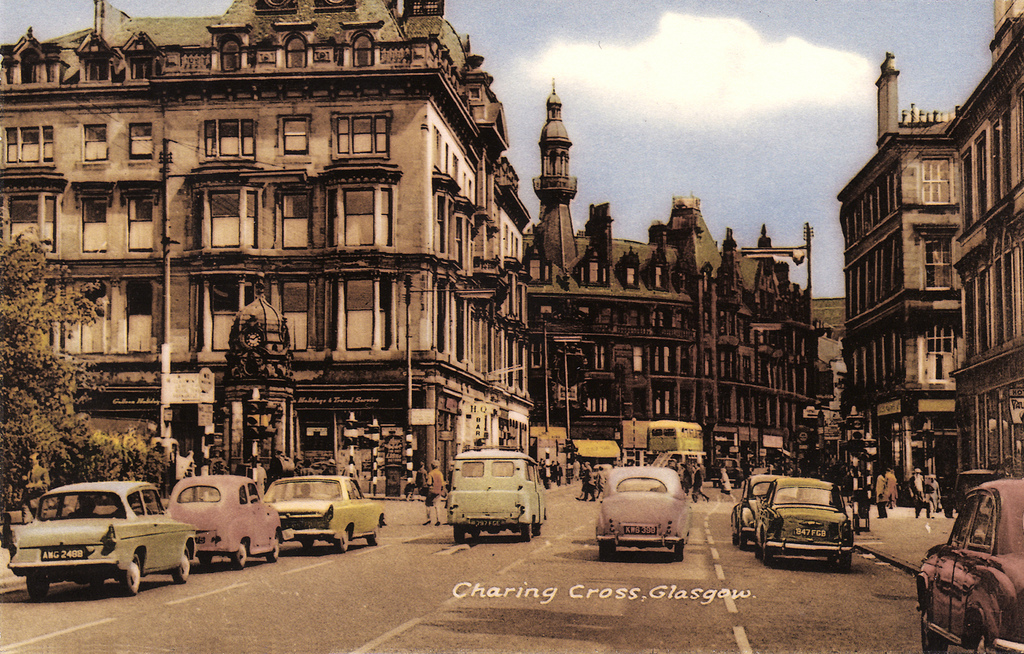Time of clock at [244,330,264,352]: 1:46
